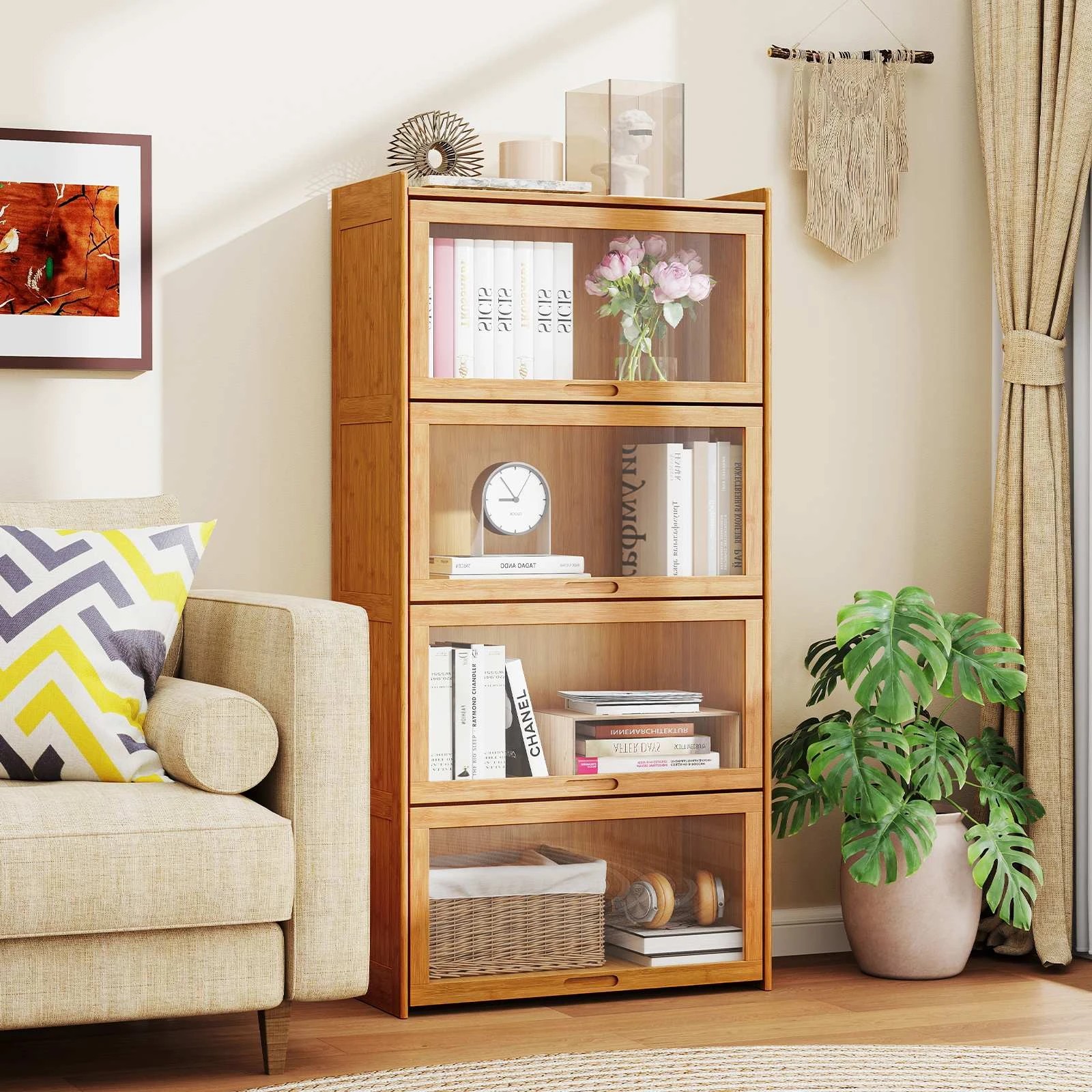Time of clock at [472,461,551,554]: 8:54
